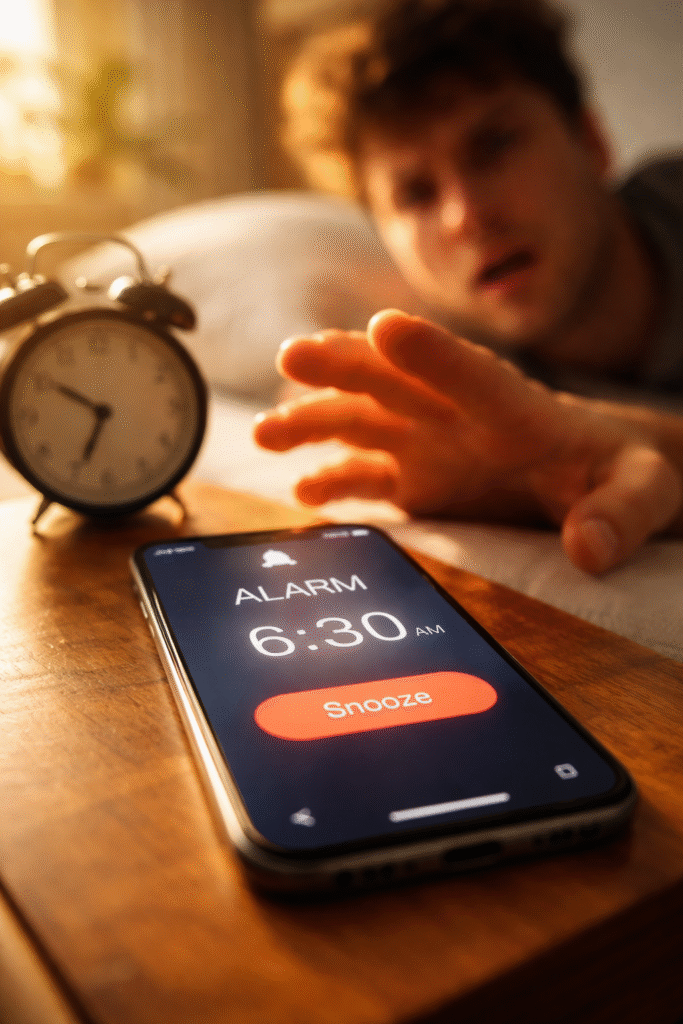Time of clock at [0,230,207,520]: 6:50
